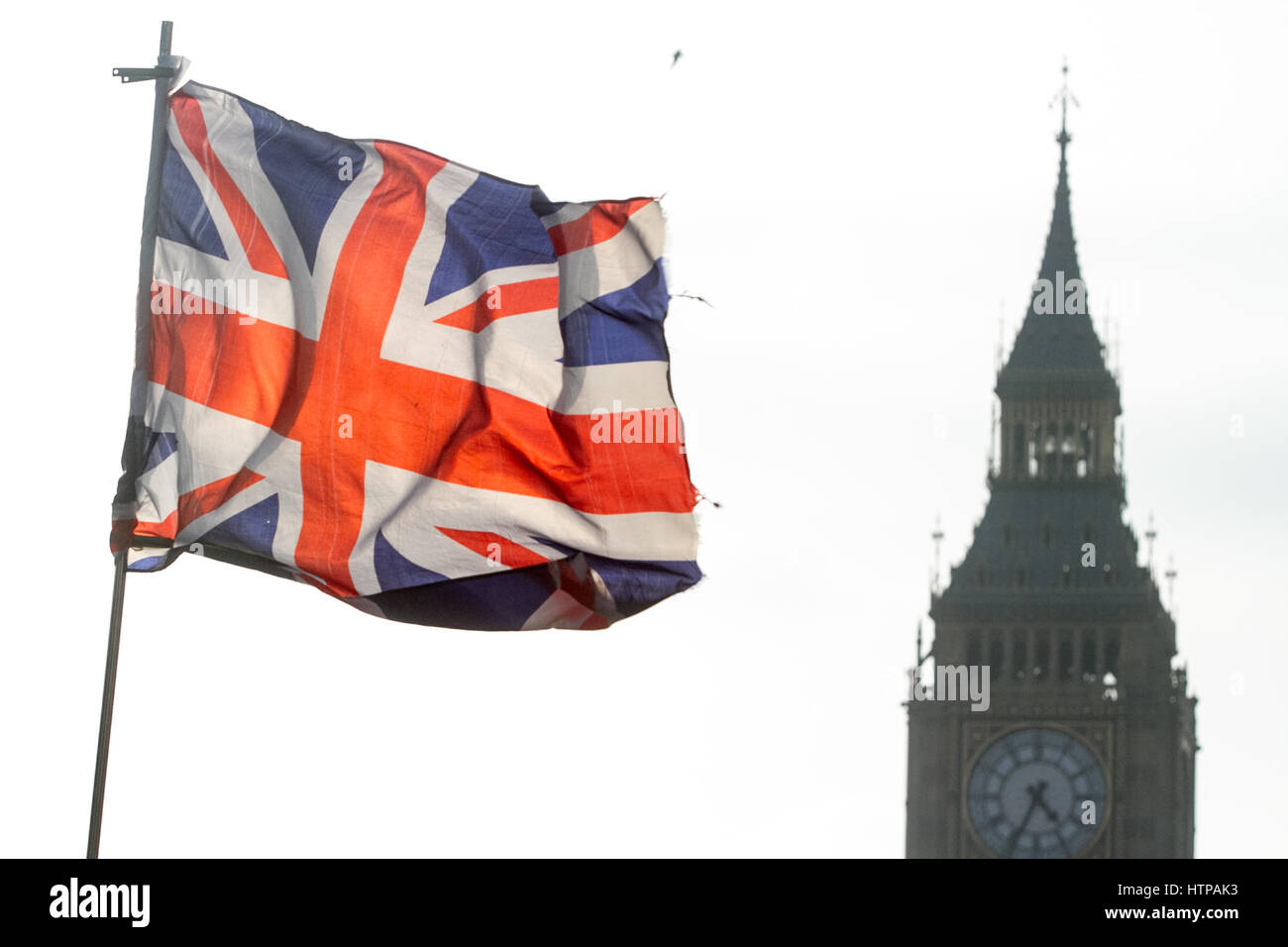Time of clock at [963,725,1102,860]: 4:34
